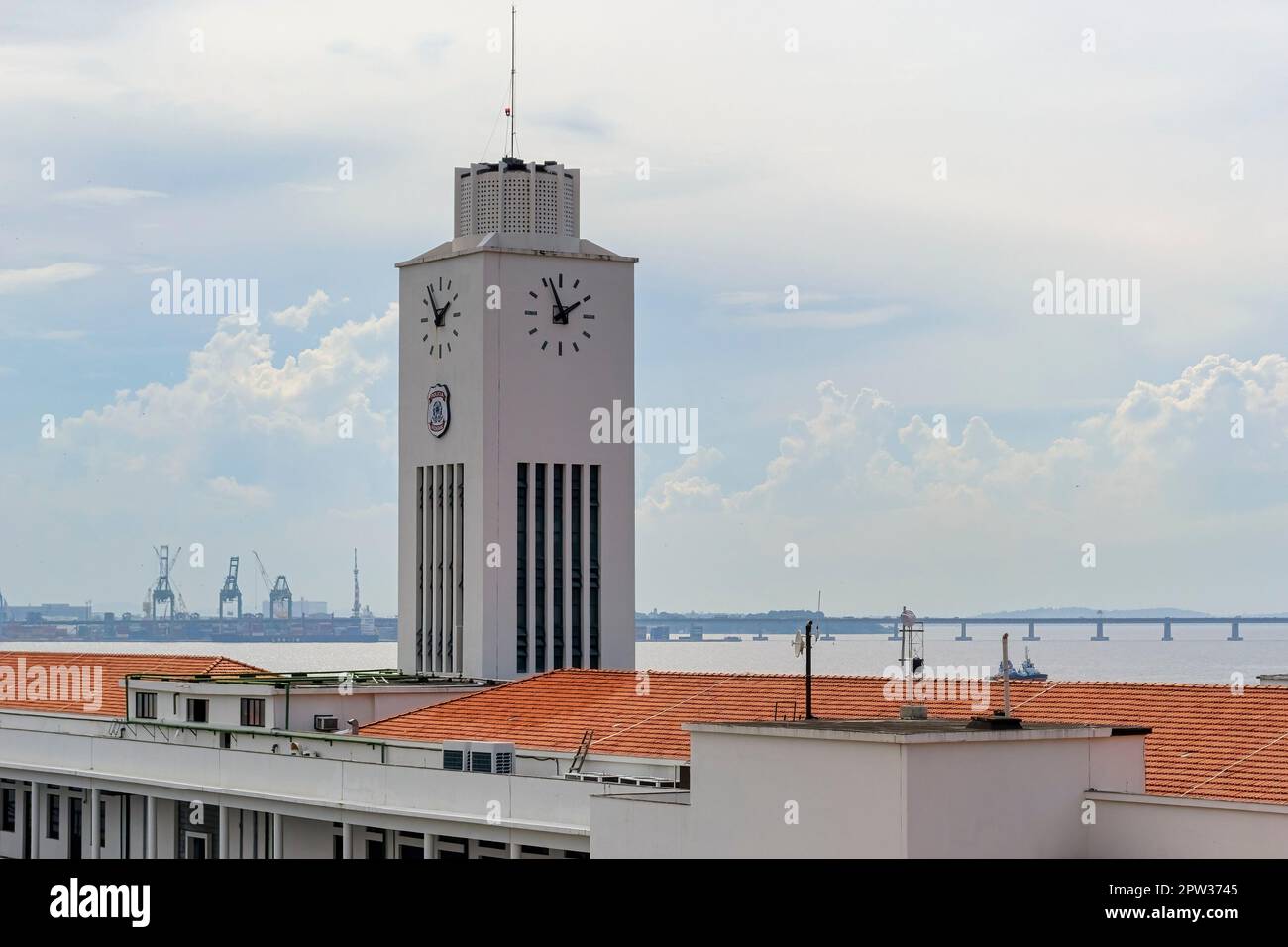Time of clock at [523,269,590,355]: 1:56
